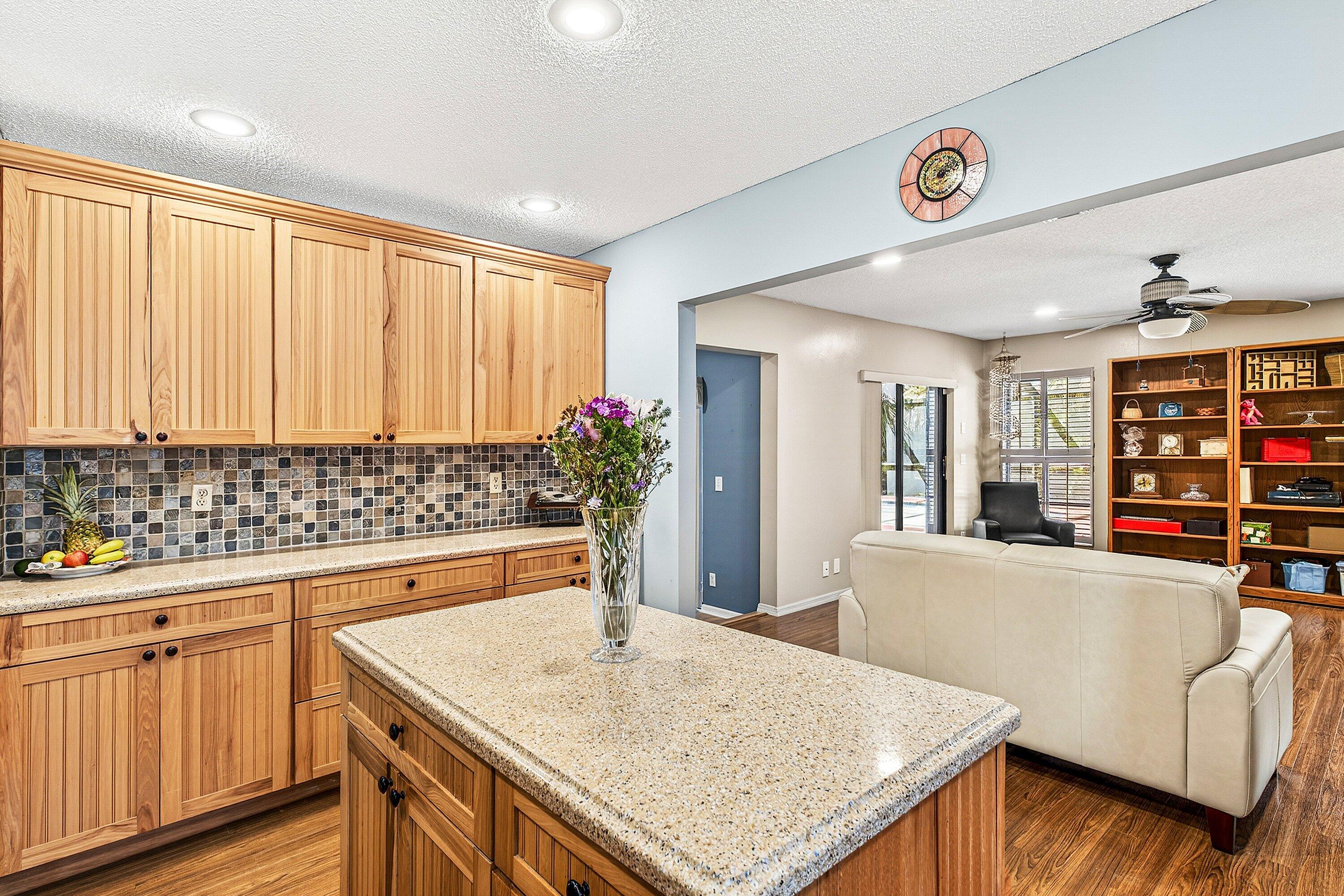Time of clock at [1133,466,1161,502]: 11:40
